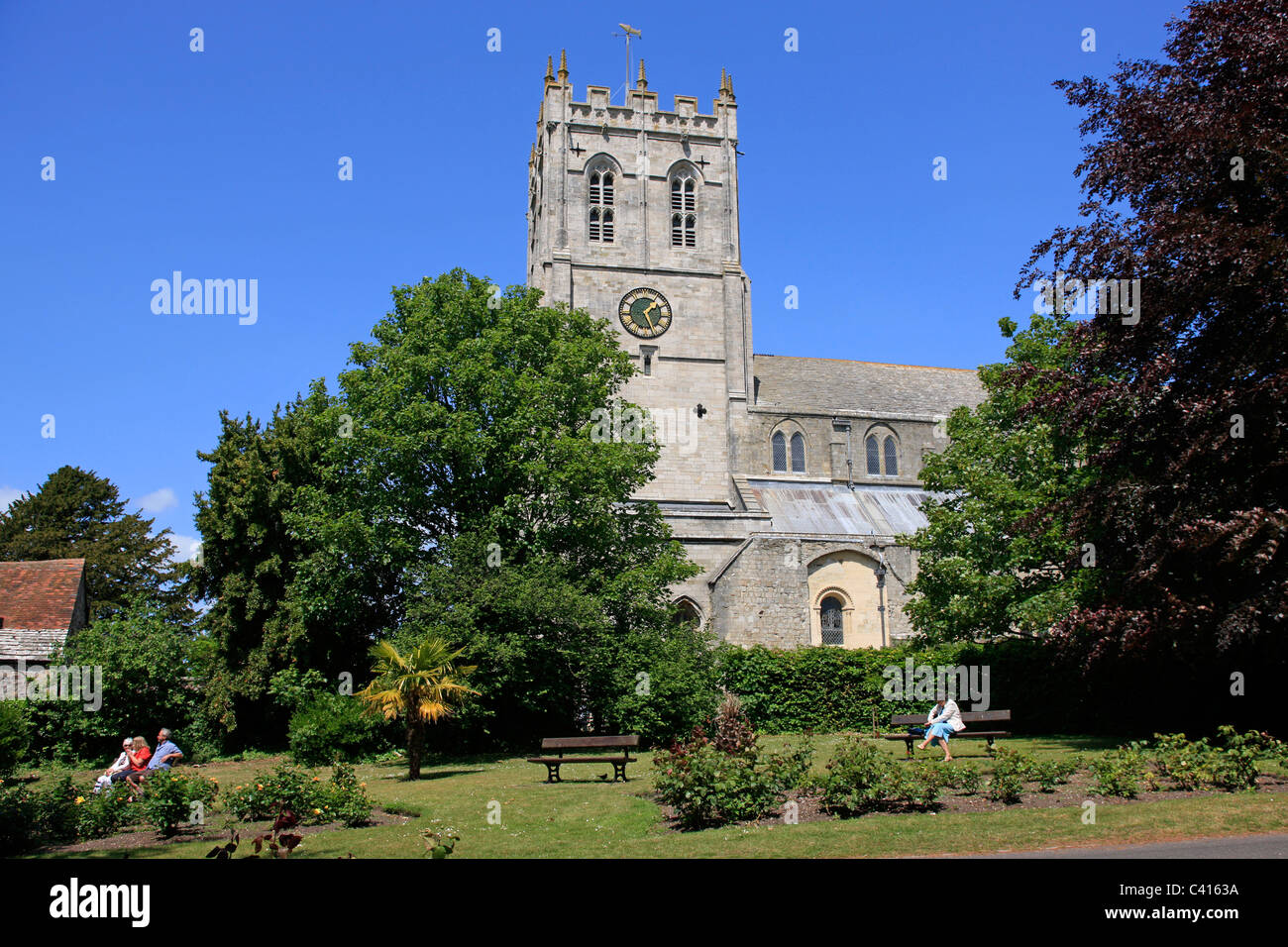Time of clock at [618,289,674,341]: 1:26
